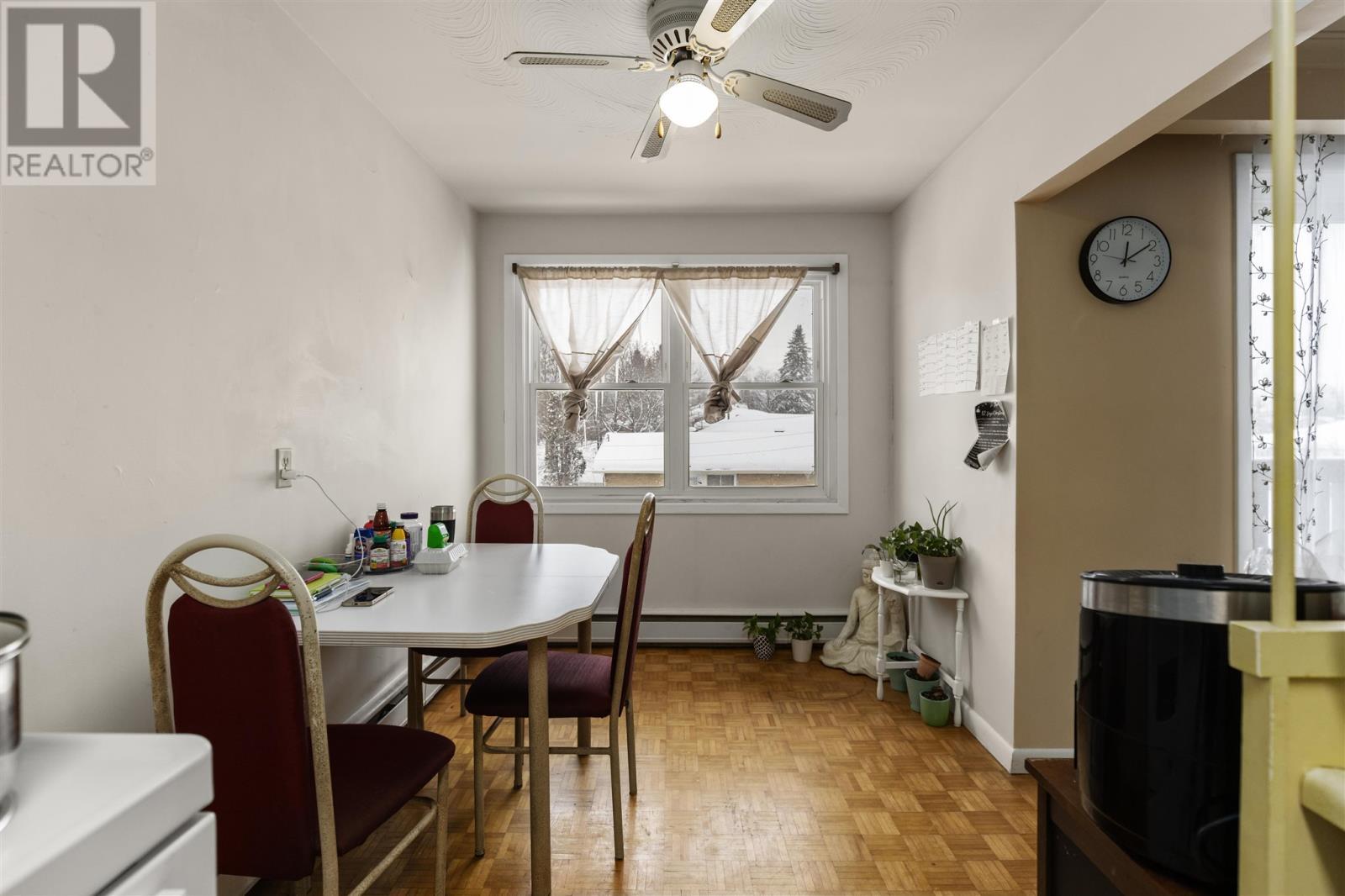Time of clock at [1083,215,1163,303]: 12:09
